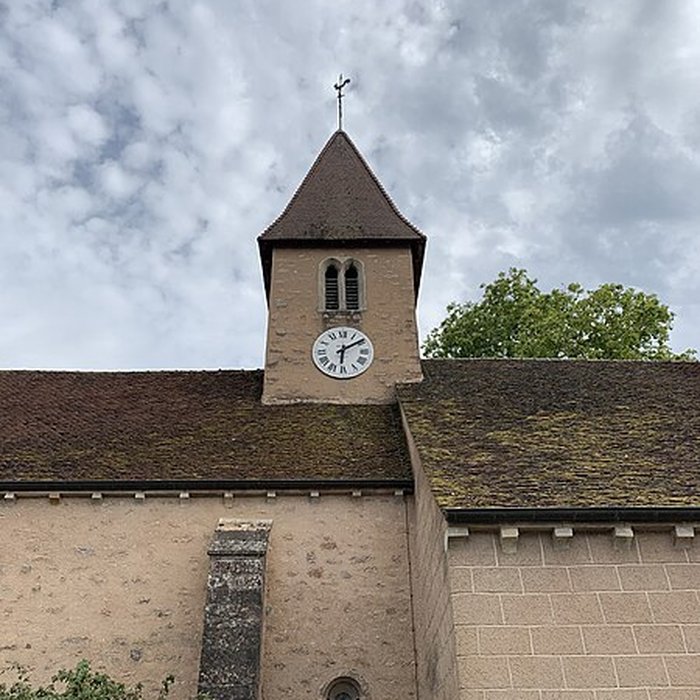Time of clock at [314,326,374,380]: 6:09
